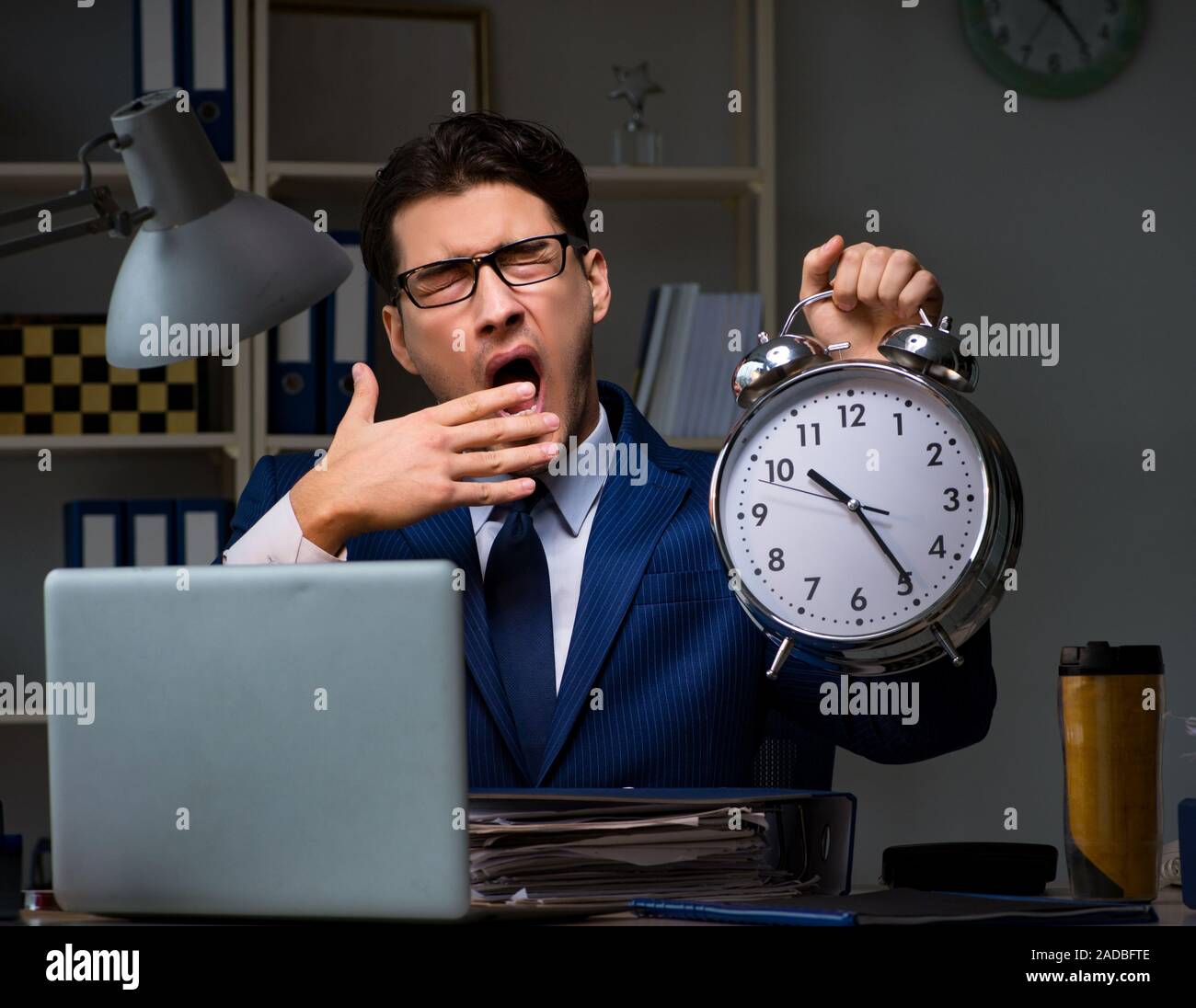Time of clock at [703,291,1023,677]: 10:24
